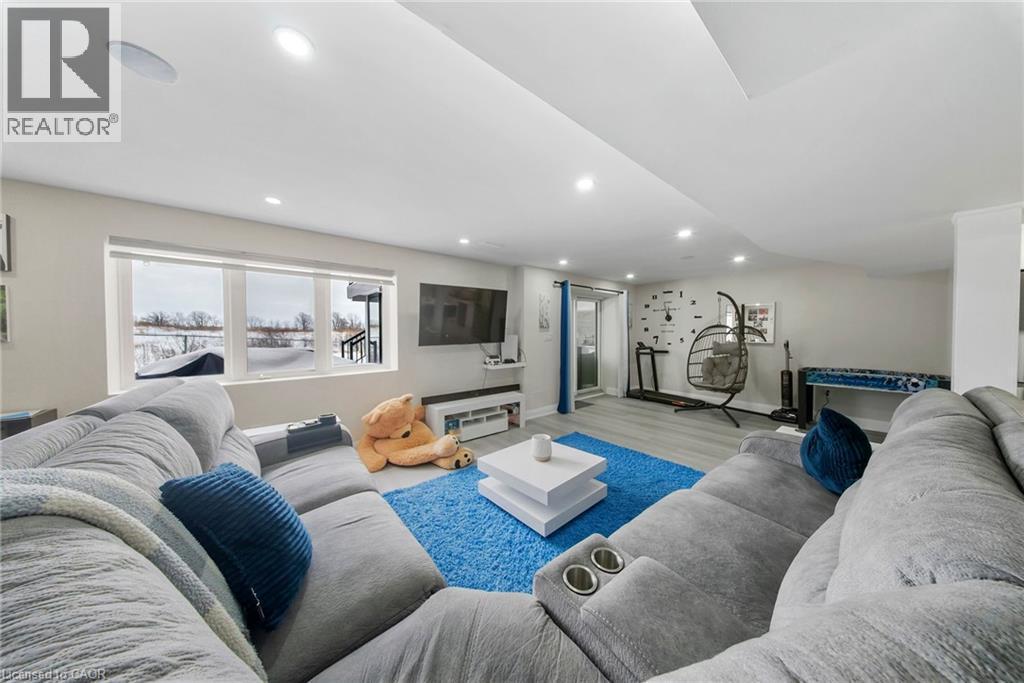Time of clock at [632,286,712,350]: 11:32
